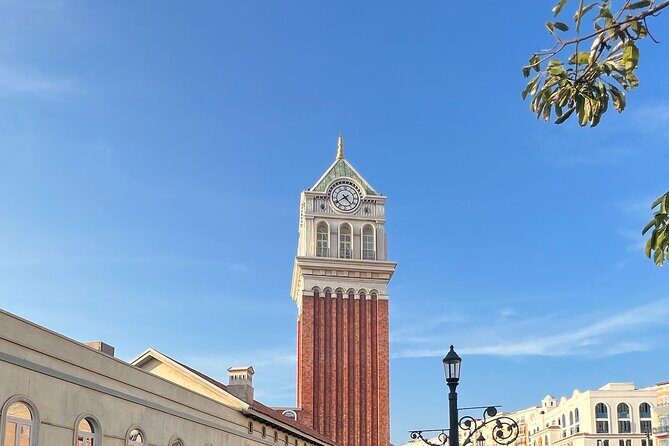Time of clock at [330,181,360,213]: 4:39
